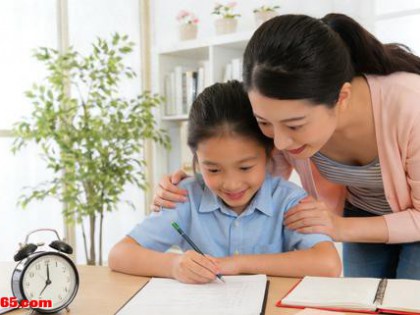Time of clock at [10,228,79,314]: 7:00
